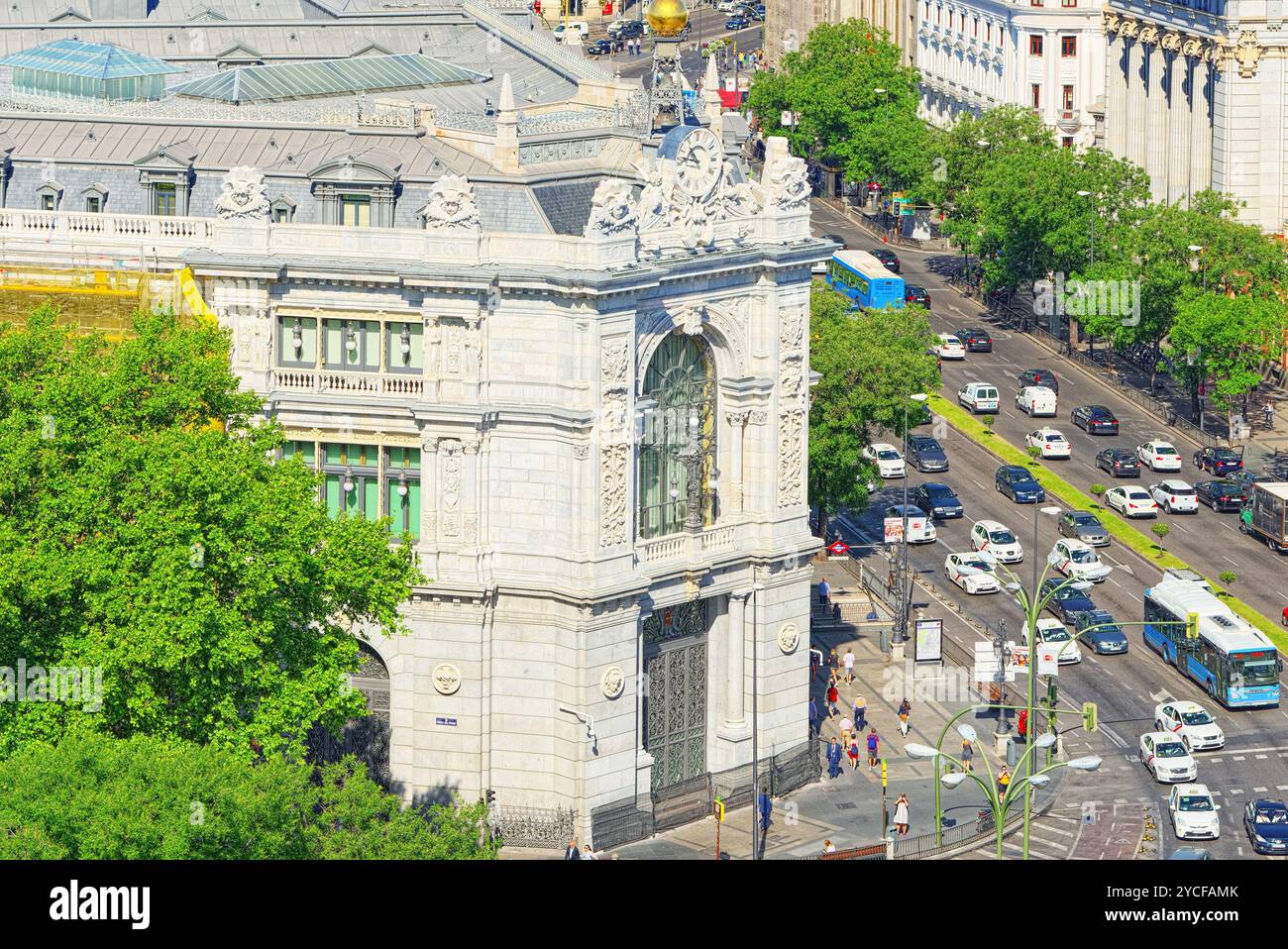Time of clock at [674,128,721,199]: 10:47
